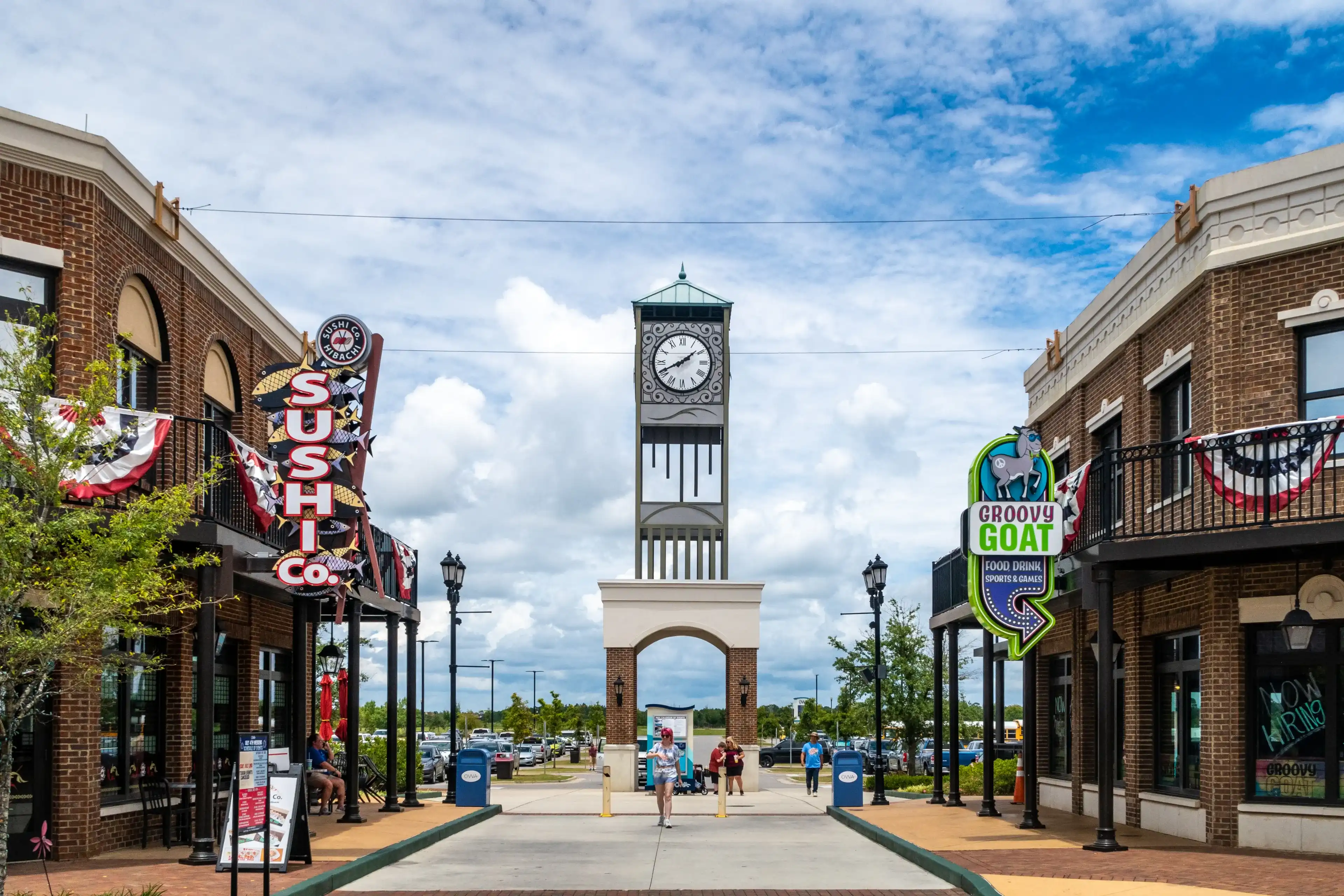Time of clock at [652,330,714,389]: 1:40
